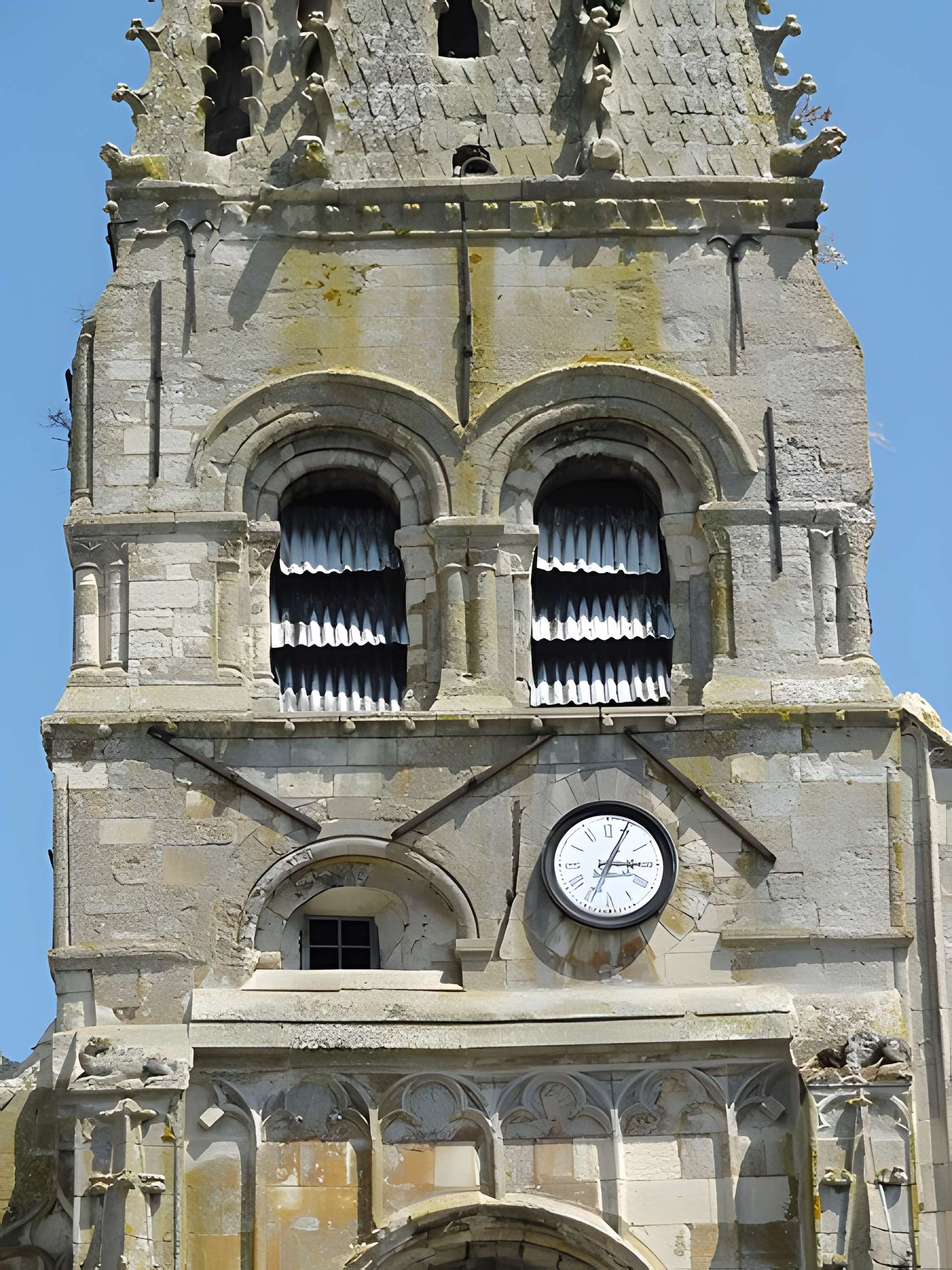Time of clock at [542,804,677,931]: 3:04
